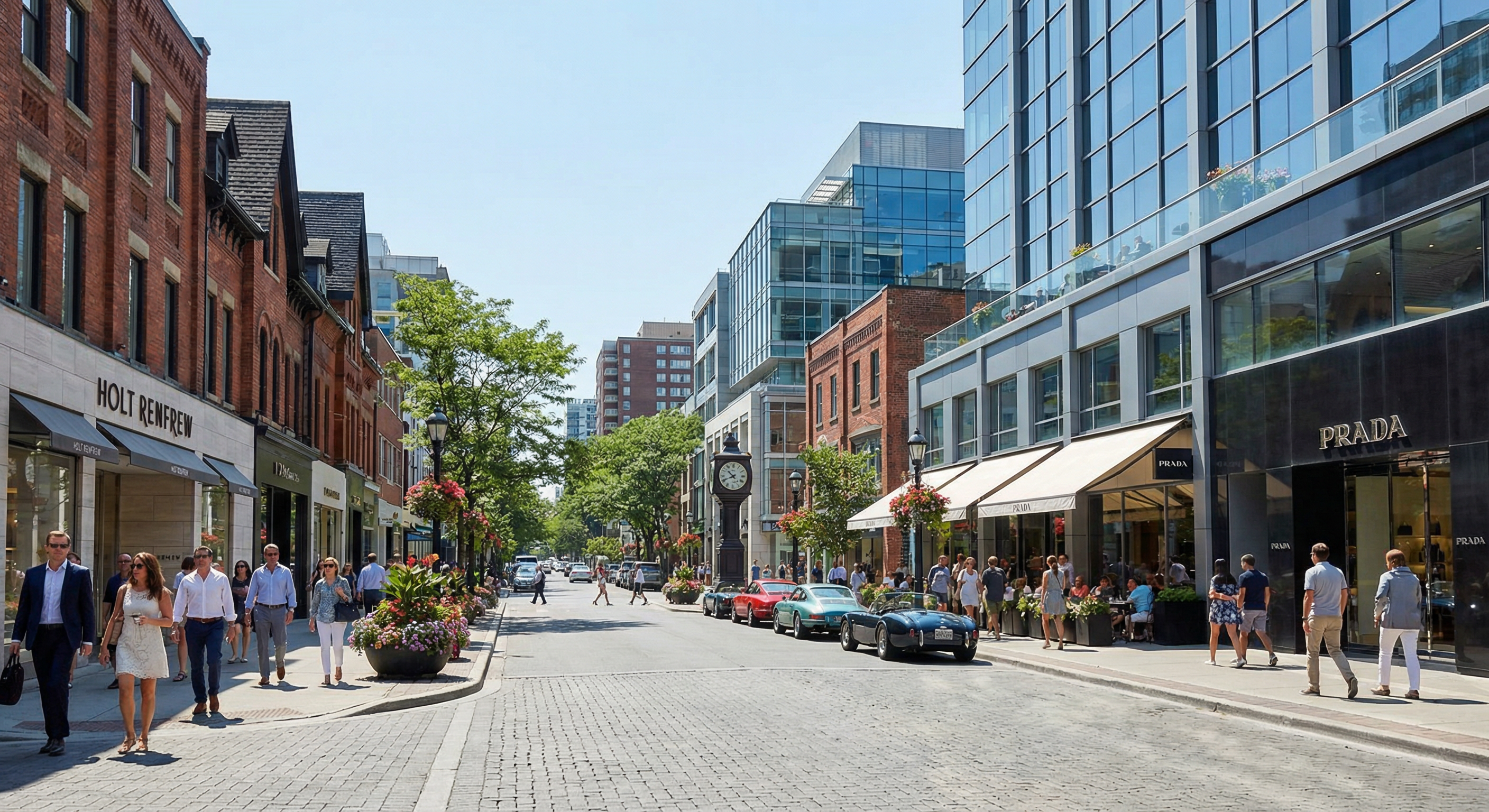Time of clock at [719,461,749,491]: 10:40
